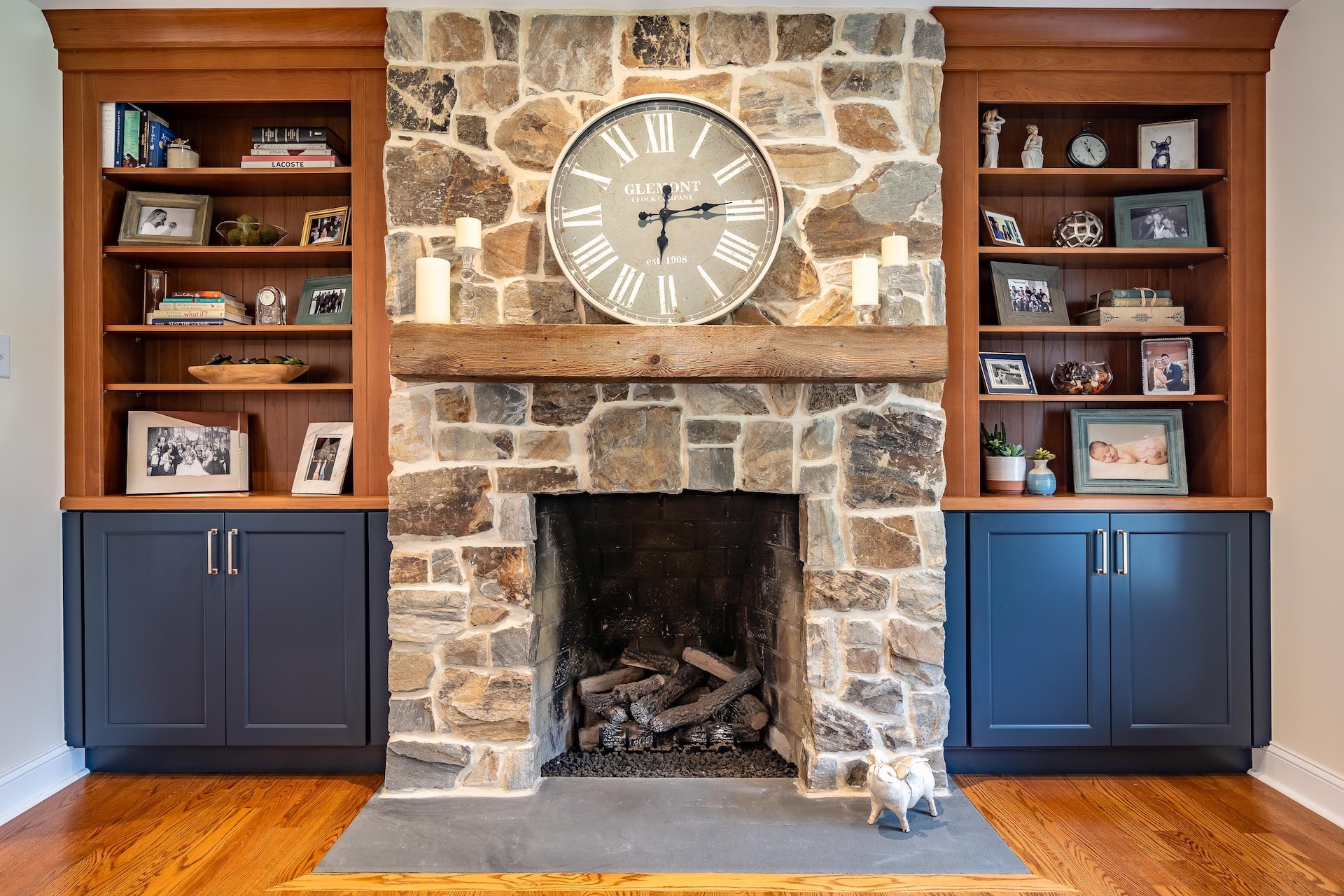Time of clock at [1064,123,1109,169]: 11:25
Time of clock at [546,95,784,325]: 6:13
